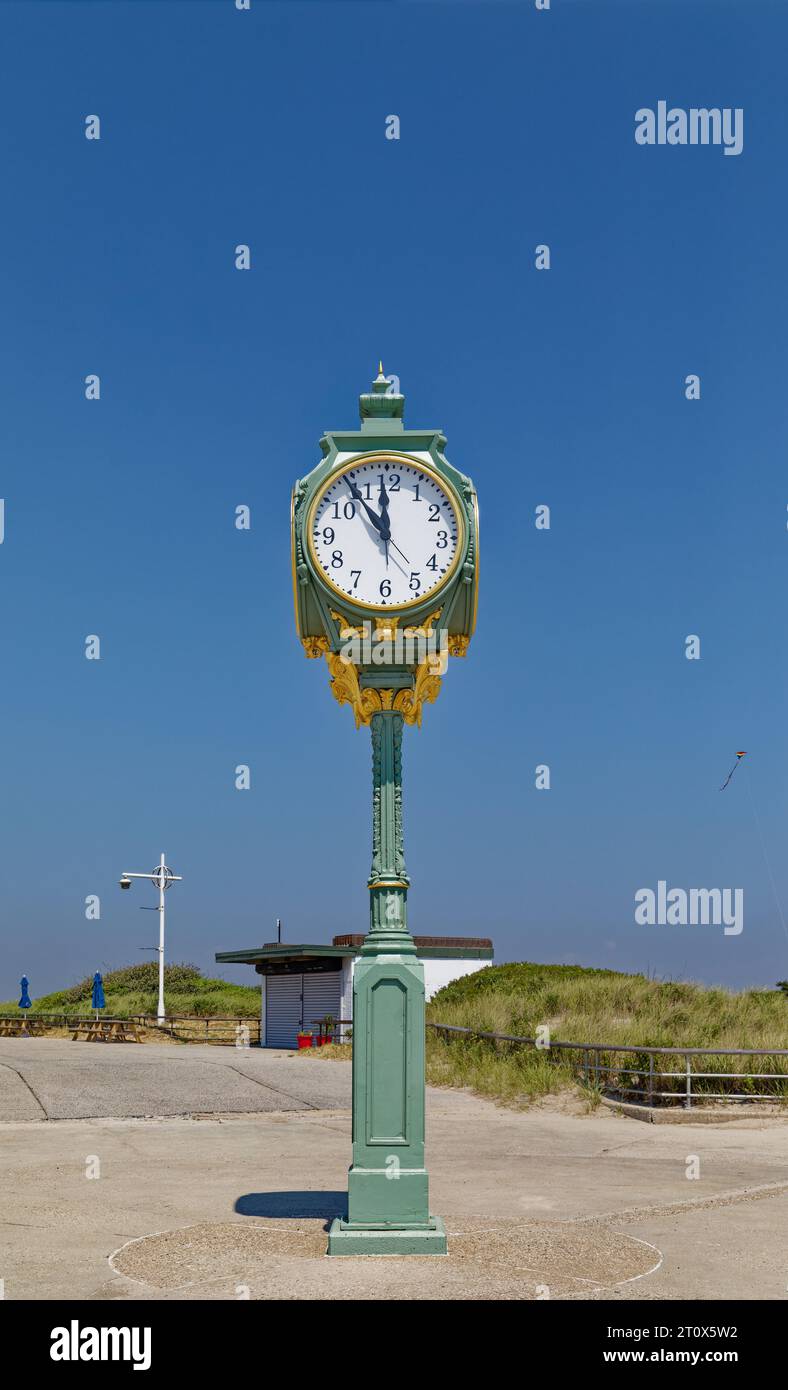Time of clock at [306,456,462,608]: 11:54
